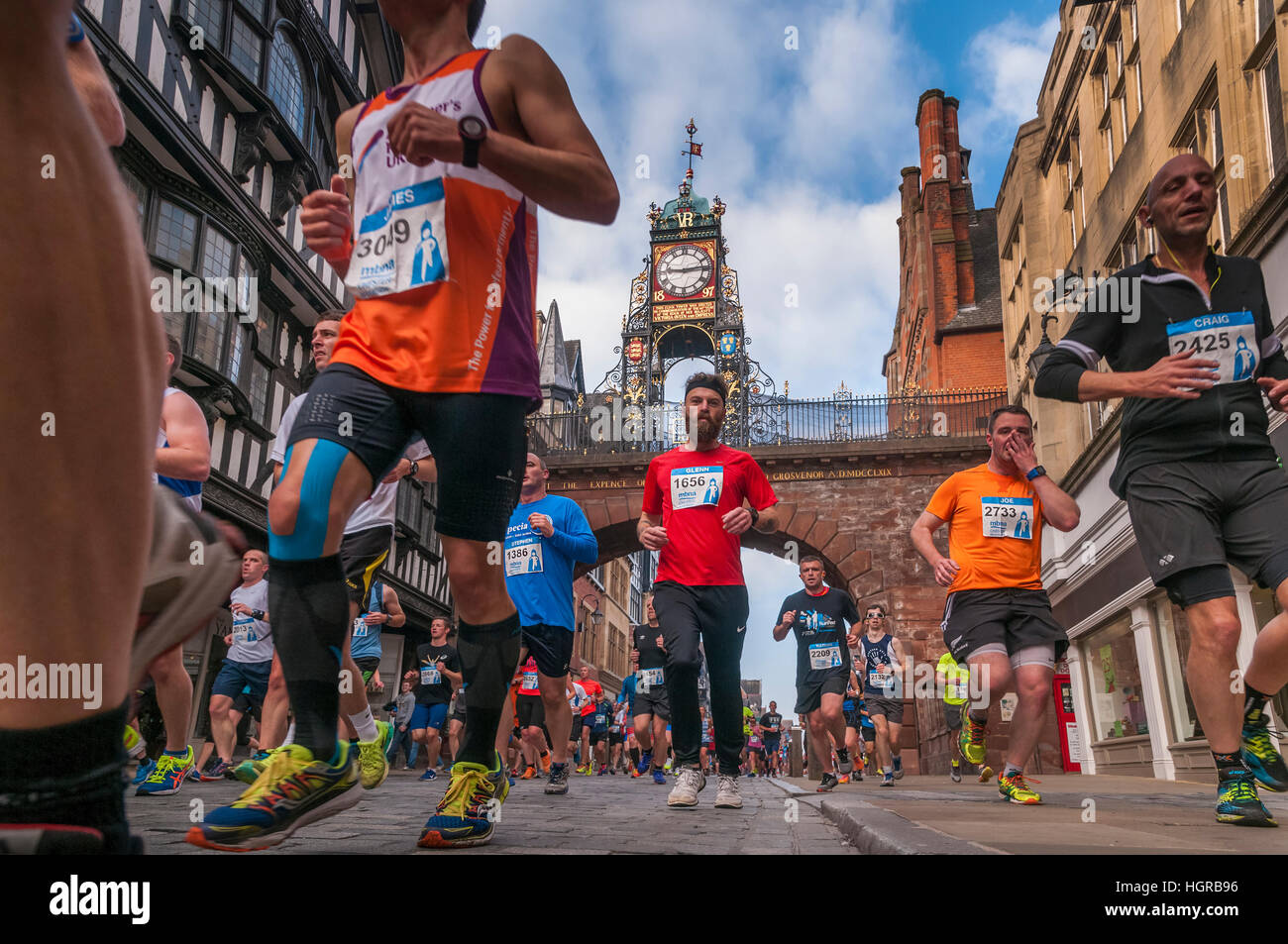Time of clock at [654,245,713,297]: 9:13
